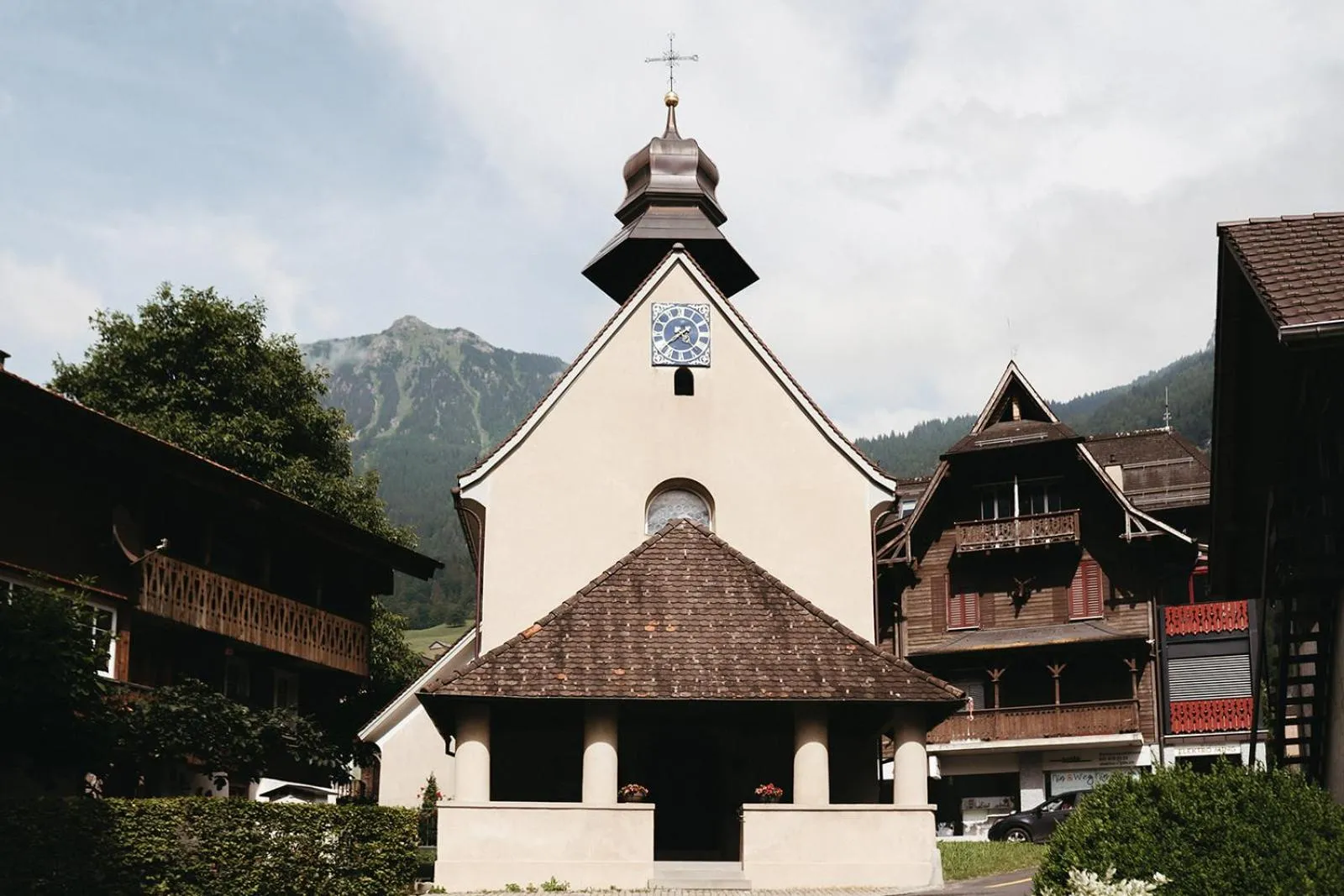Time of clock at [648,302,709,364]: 7:38
